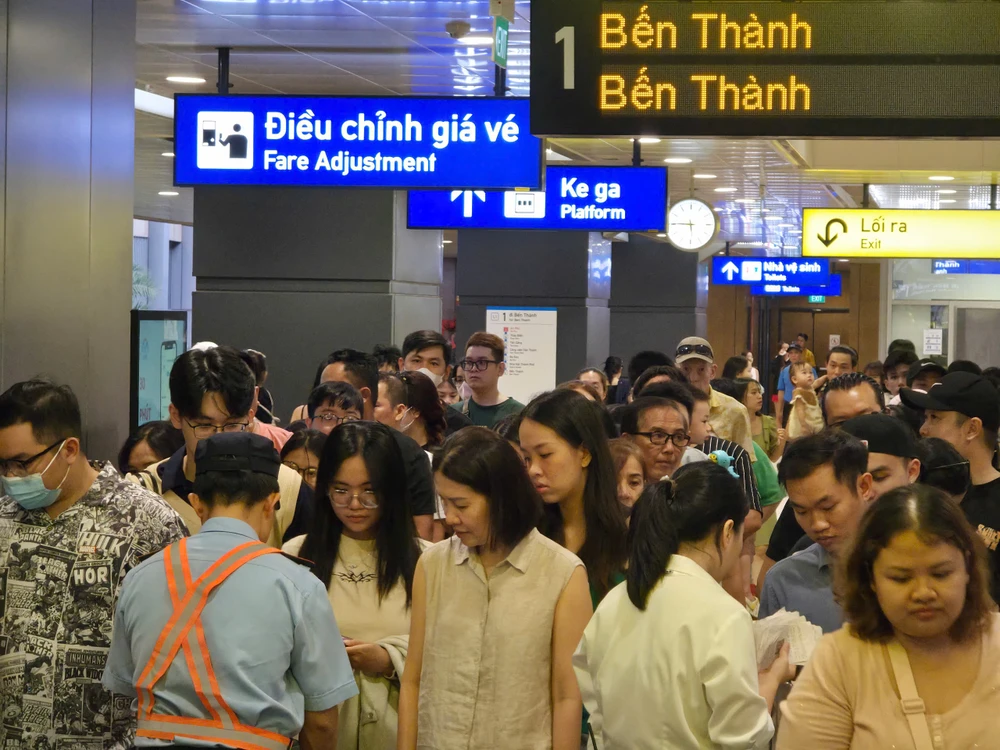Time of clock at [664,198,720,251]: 5:45
